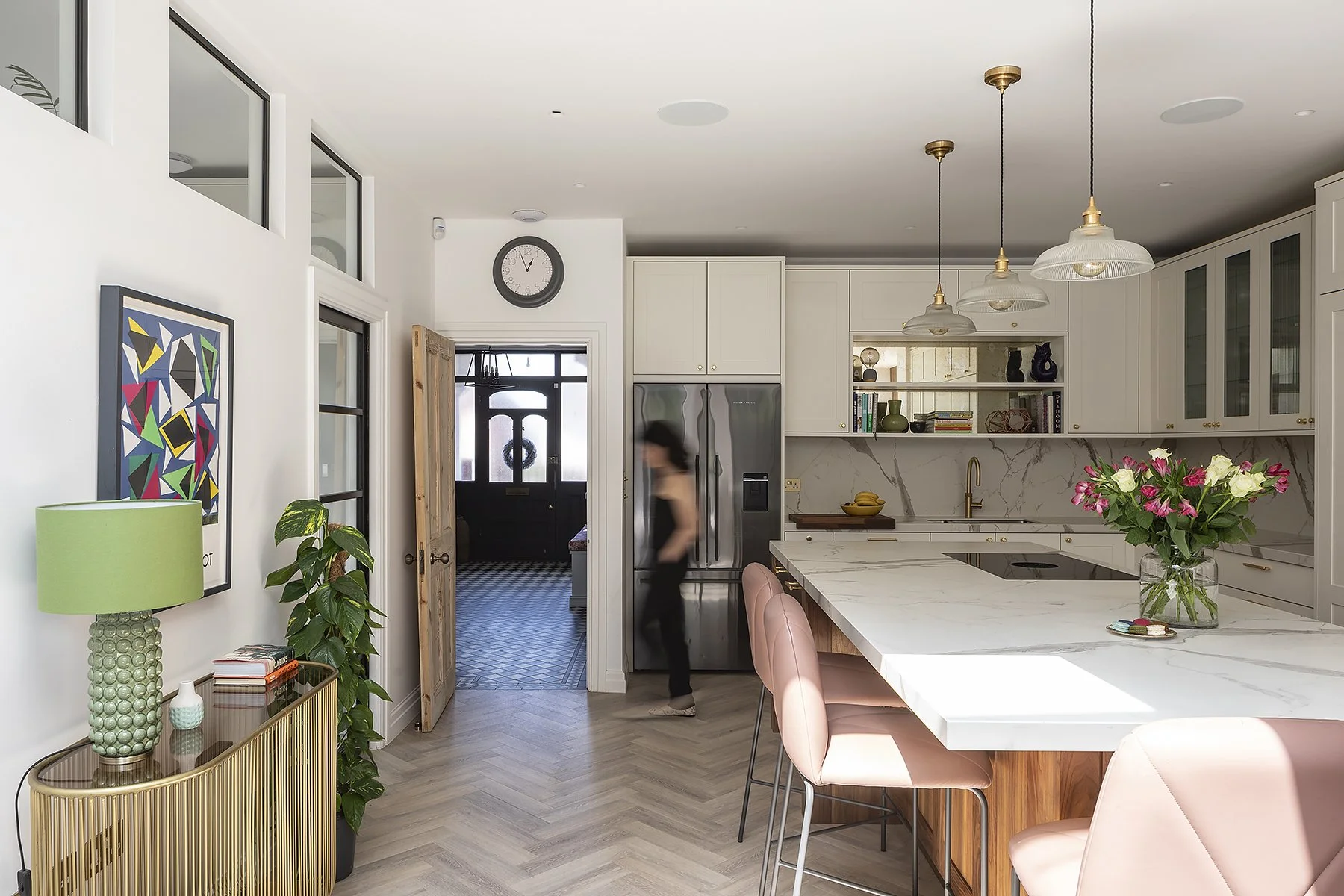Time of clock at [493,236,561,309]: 12:56
